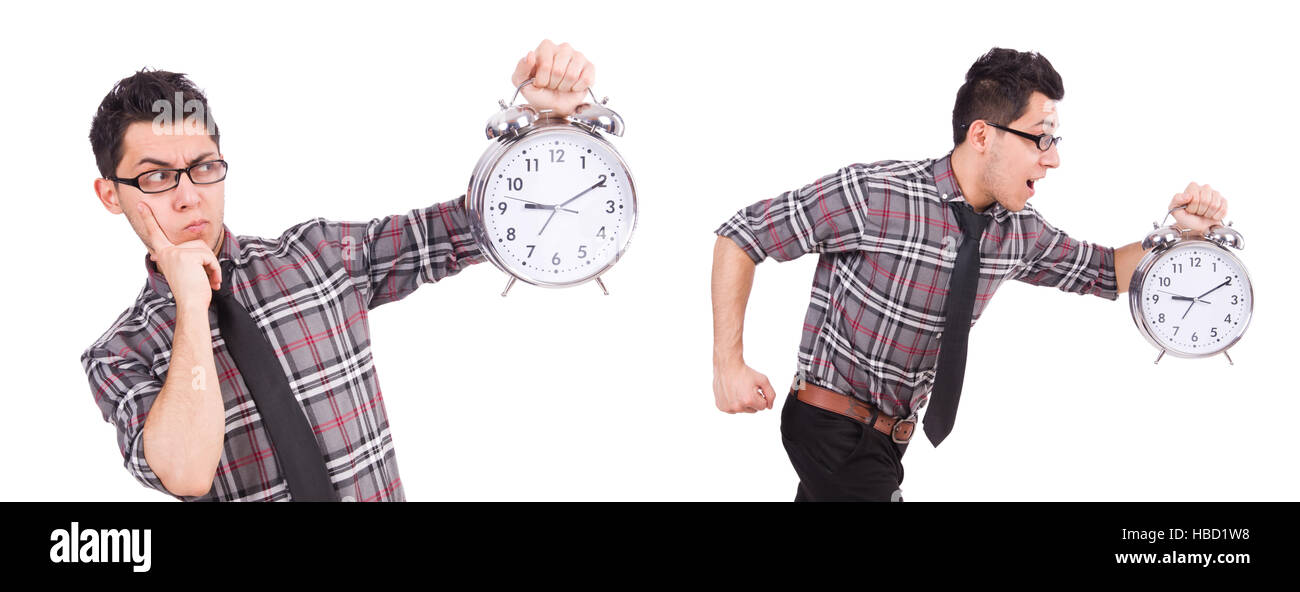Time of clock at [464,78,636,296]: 9:10
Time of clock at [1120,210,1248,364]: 9:10
